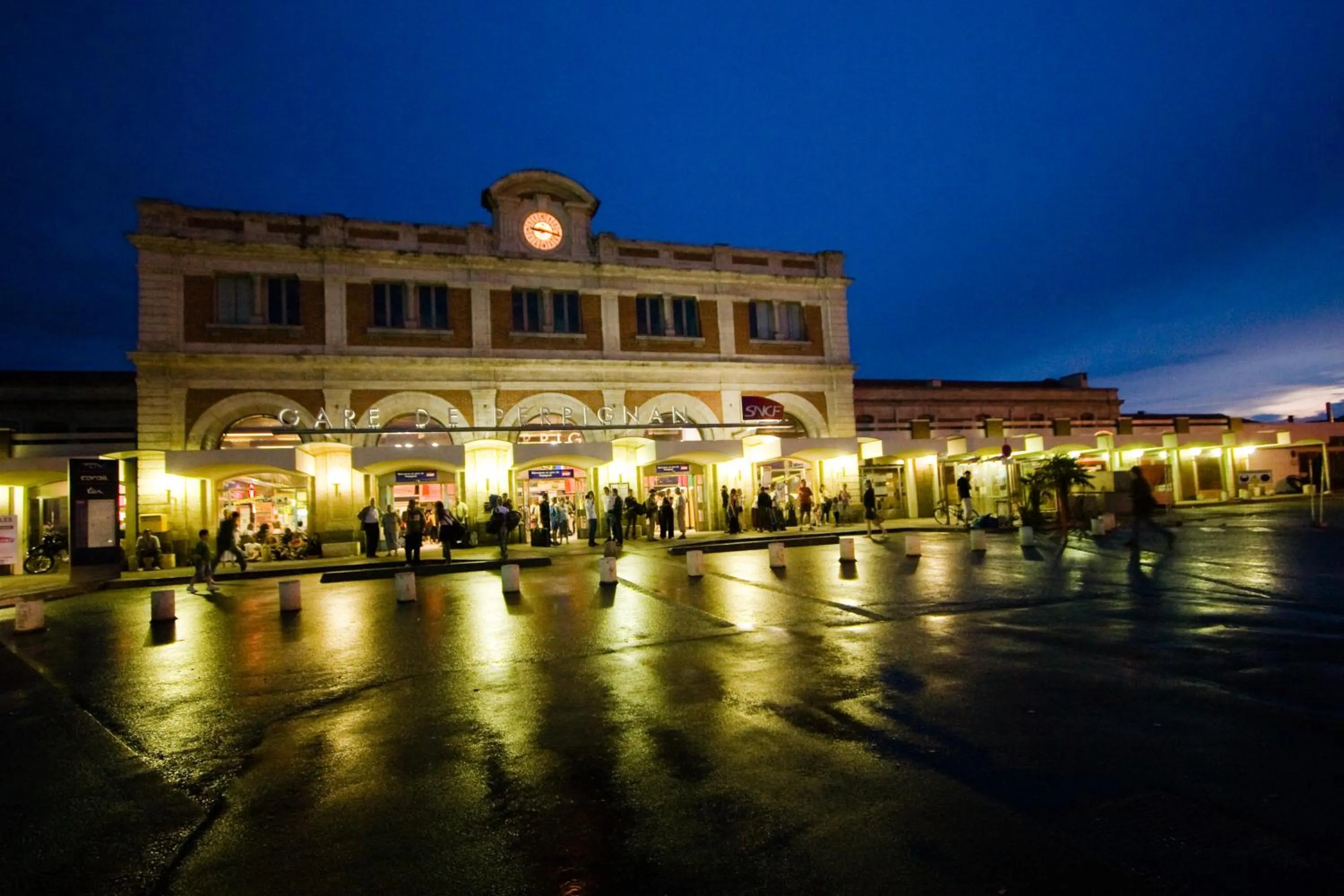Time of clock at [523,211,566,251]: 9:17
